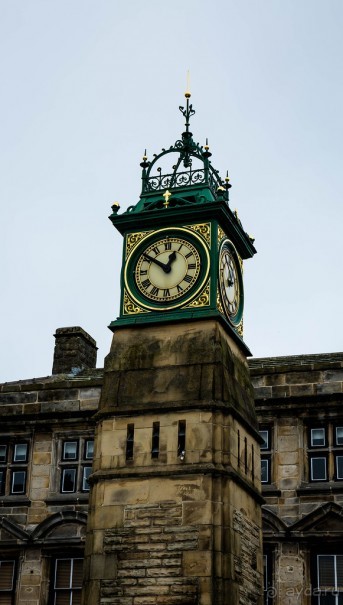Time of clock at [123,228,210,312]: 12:51
